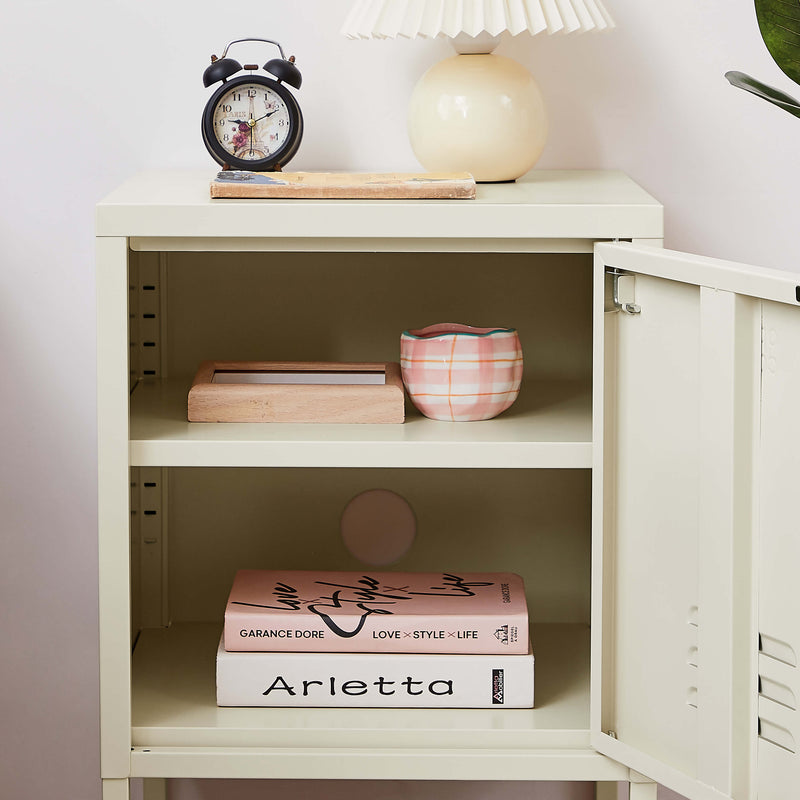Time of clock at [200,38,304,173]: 9:10
